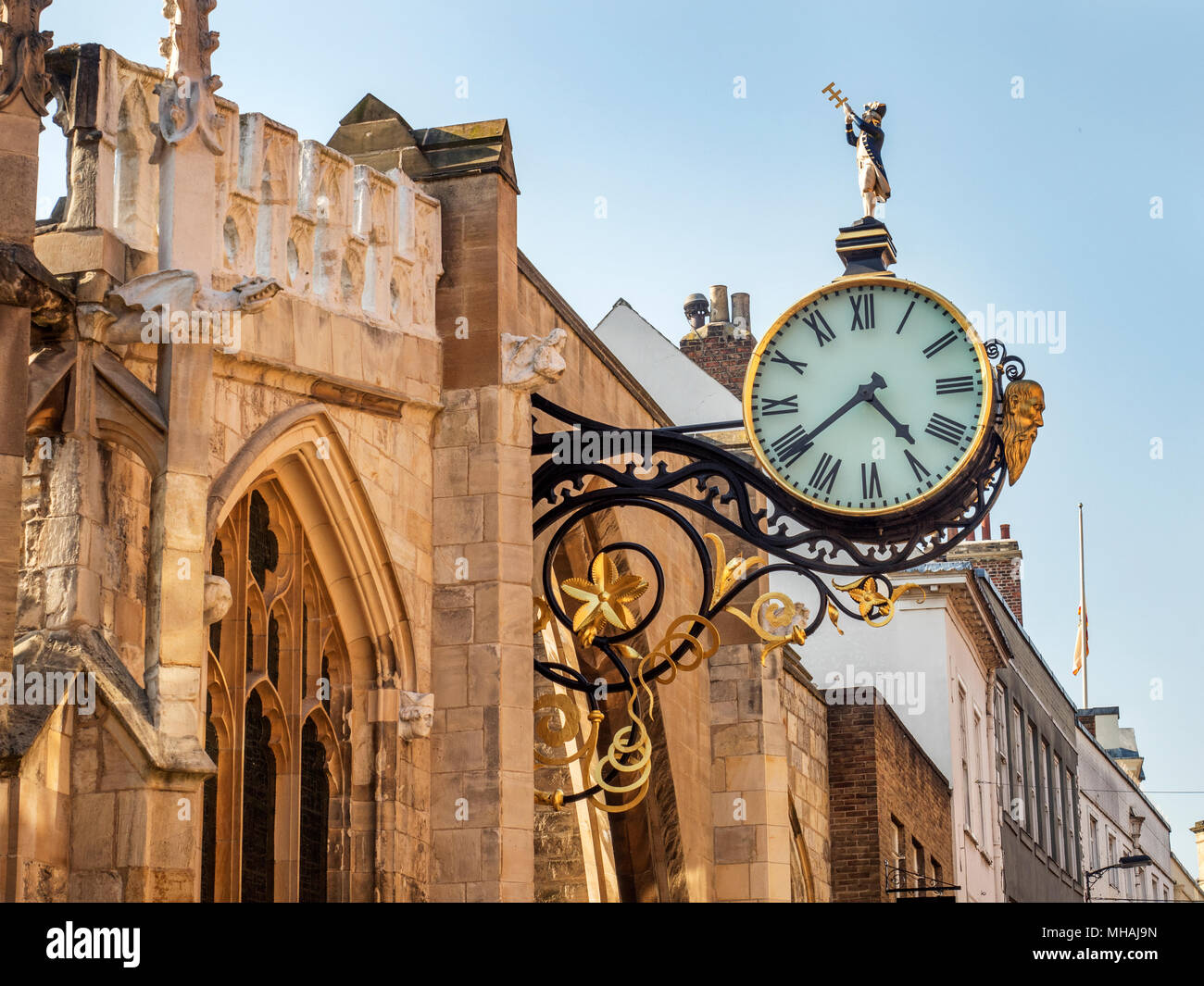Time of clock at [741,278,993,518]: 4:38
